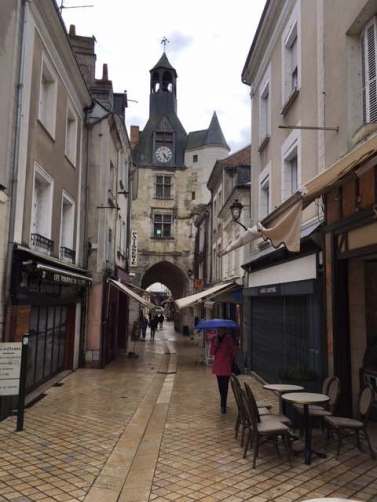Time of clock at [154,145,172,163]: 5:23
